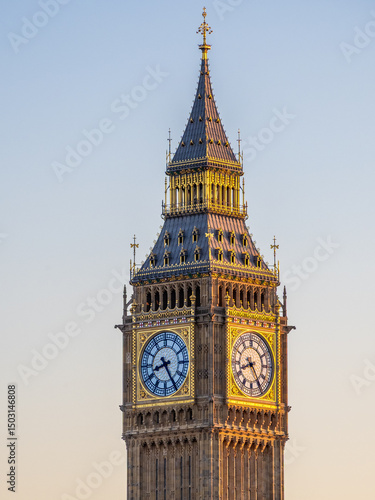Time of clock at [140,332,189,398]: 8:25
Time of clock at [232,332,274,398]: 8:24
